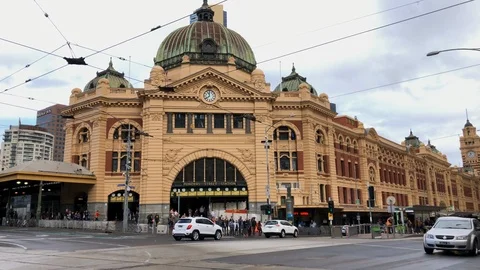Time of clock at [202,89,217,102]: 11:38
